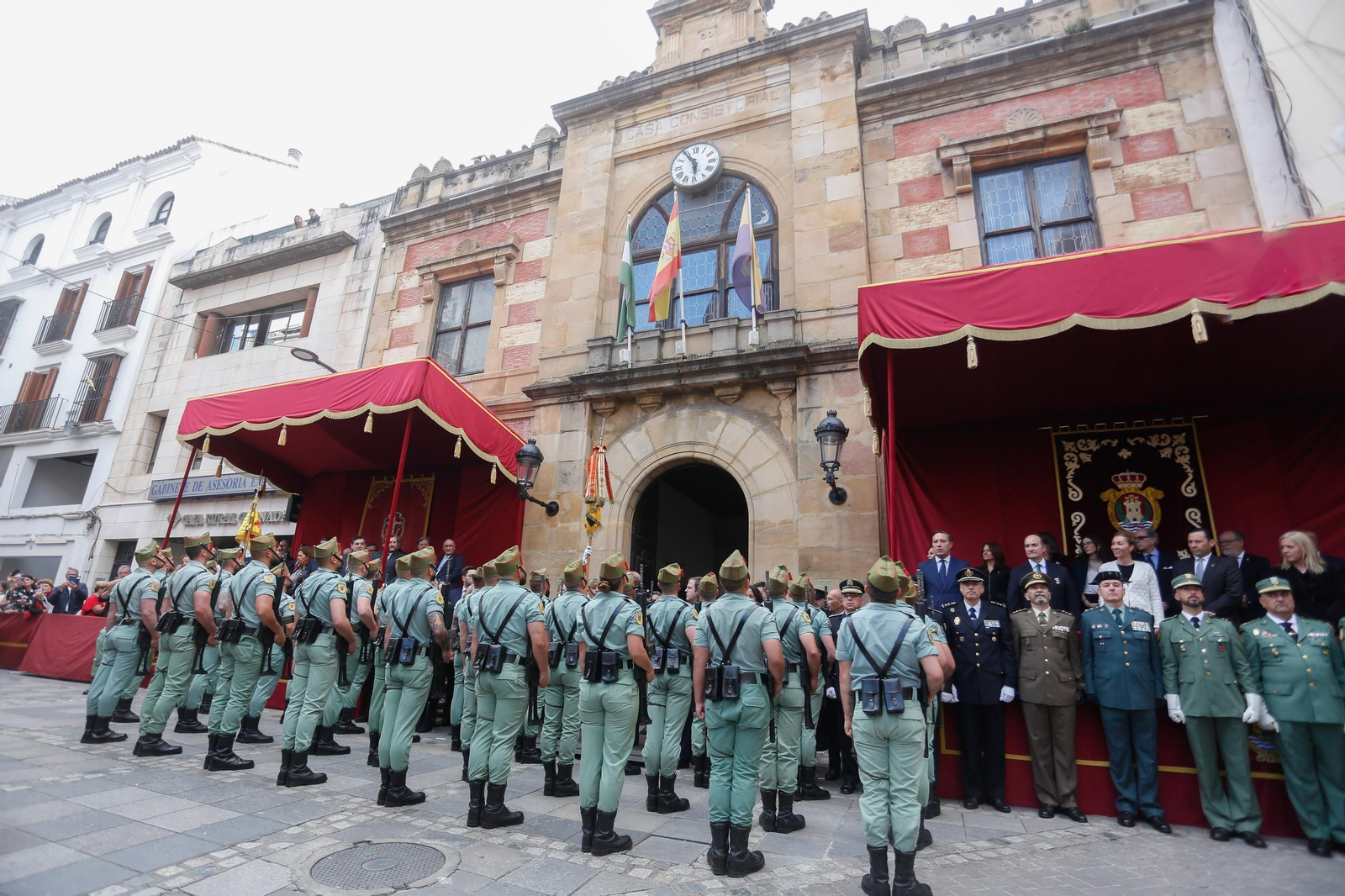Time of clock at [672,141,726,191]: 5:54
